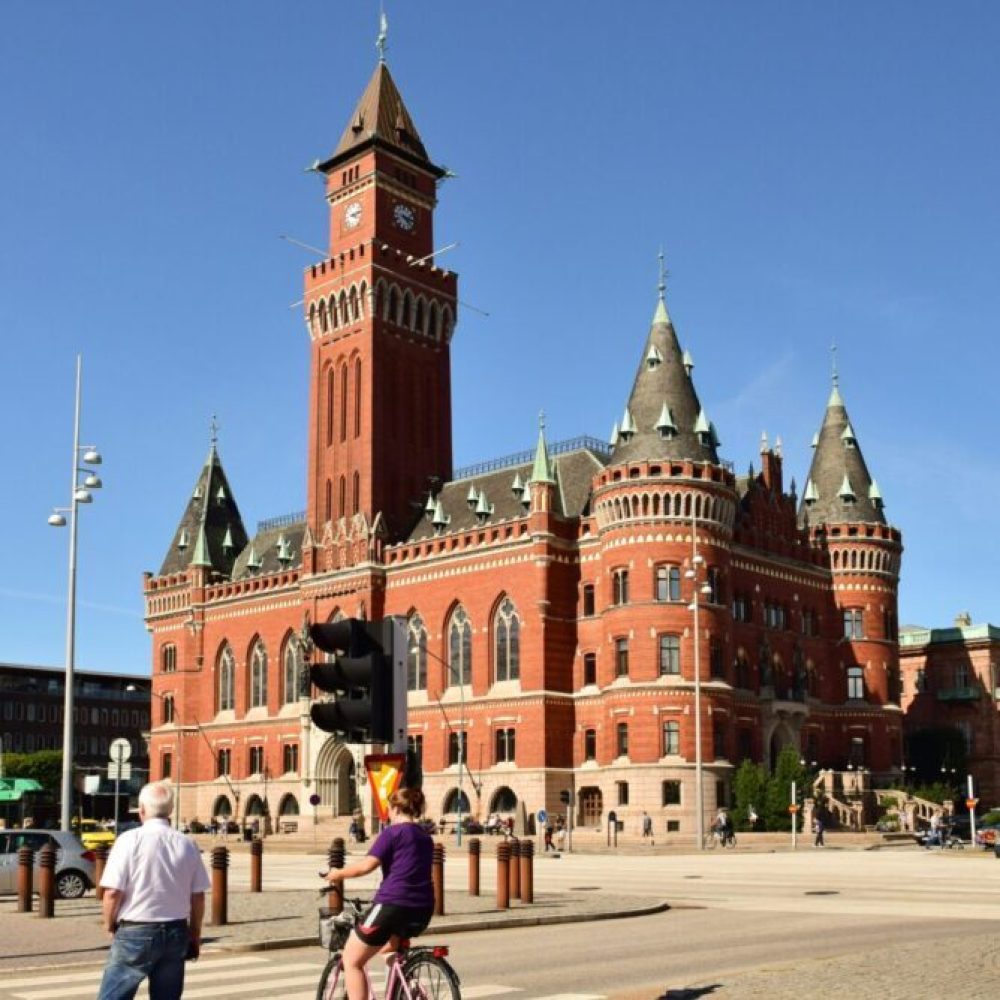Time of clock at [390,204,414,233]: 4:16
